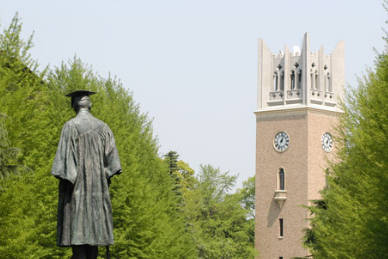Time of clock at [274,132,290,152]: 1:02
